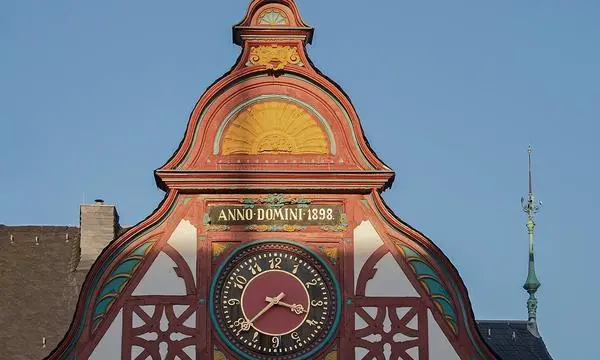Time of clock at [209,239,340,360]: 3:38
